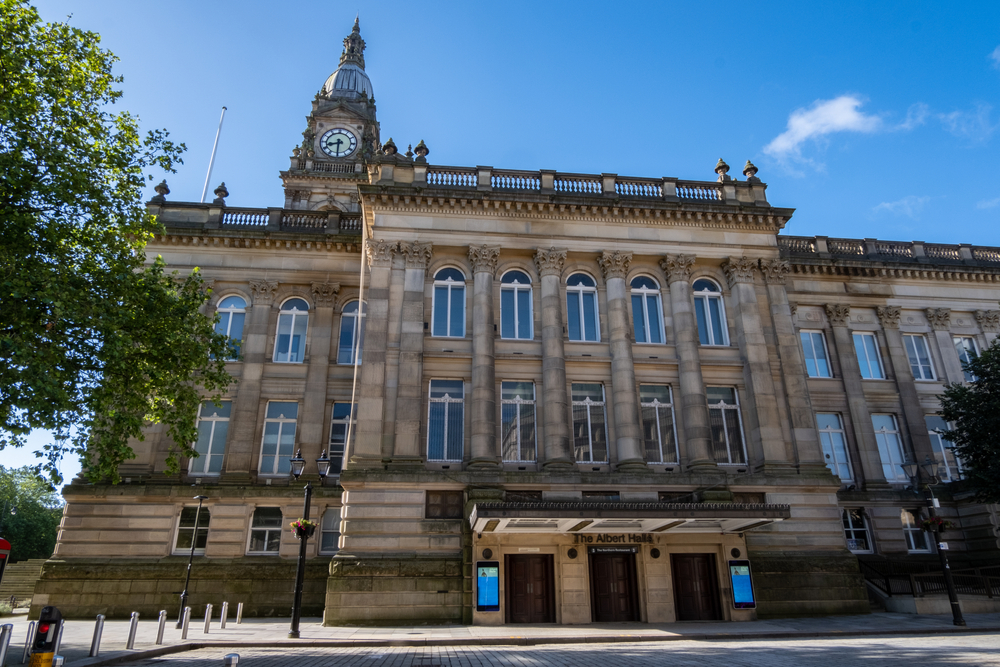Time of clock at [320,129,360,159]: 8:30
